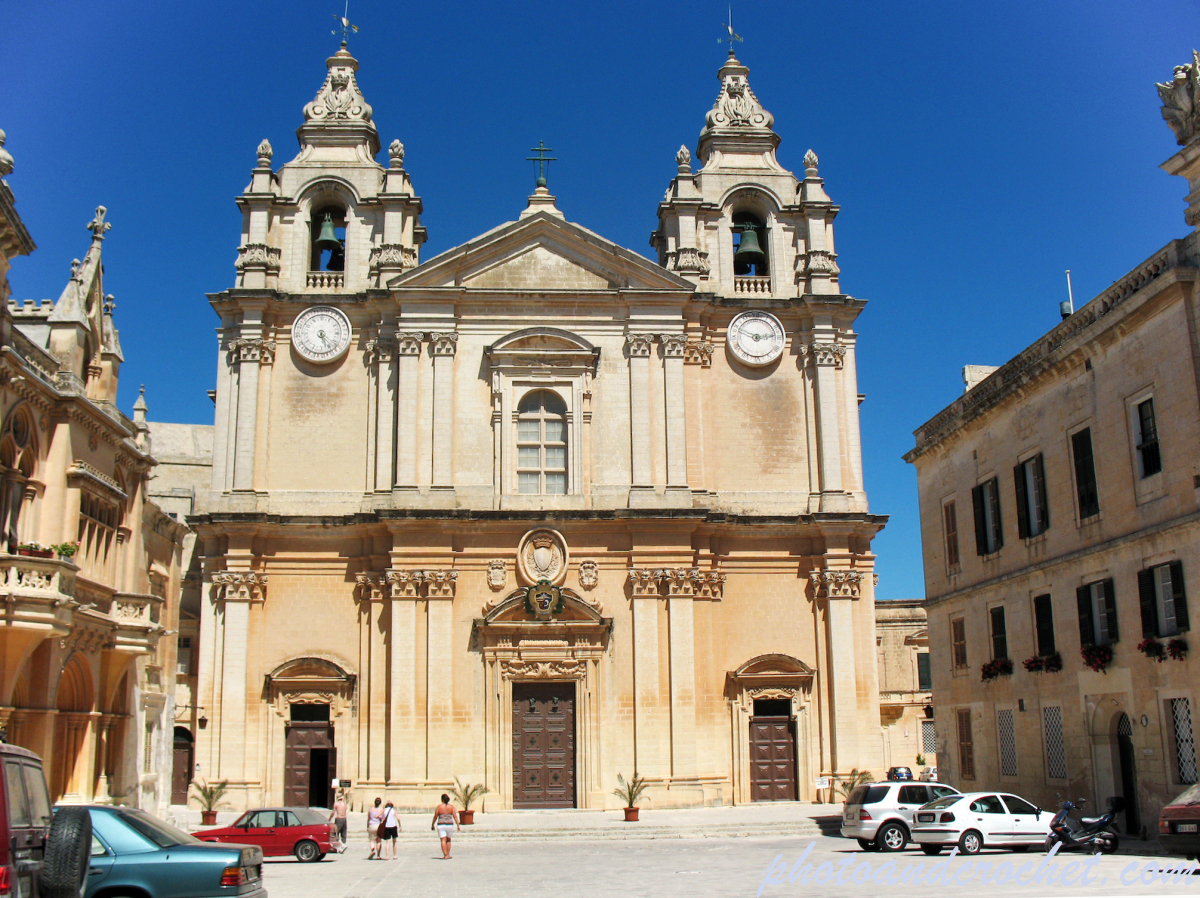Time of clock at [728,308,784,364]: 2:48
